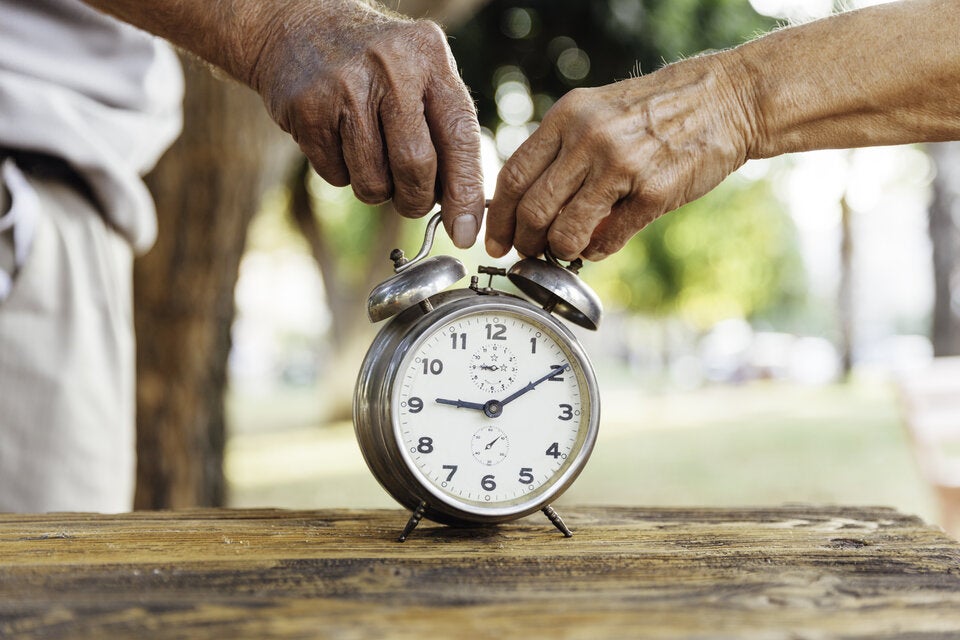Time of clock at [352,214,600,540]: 9:09
